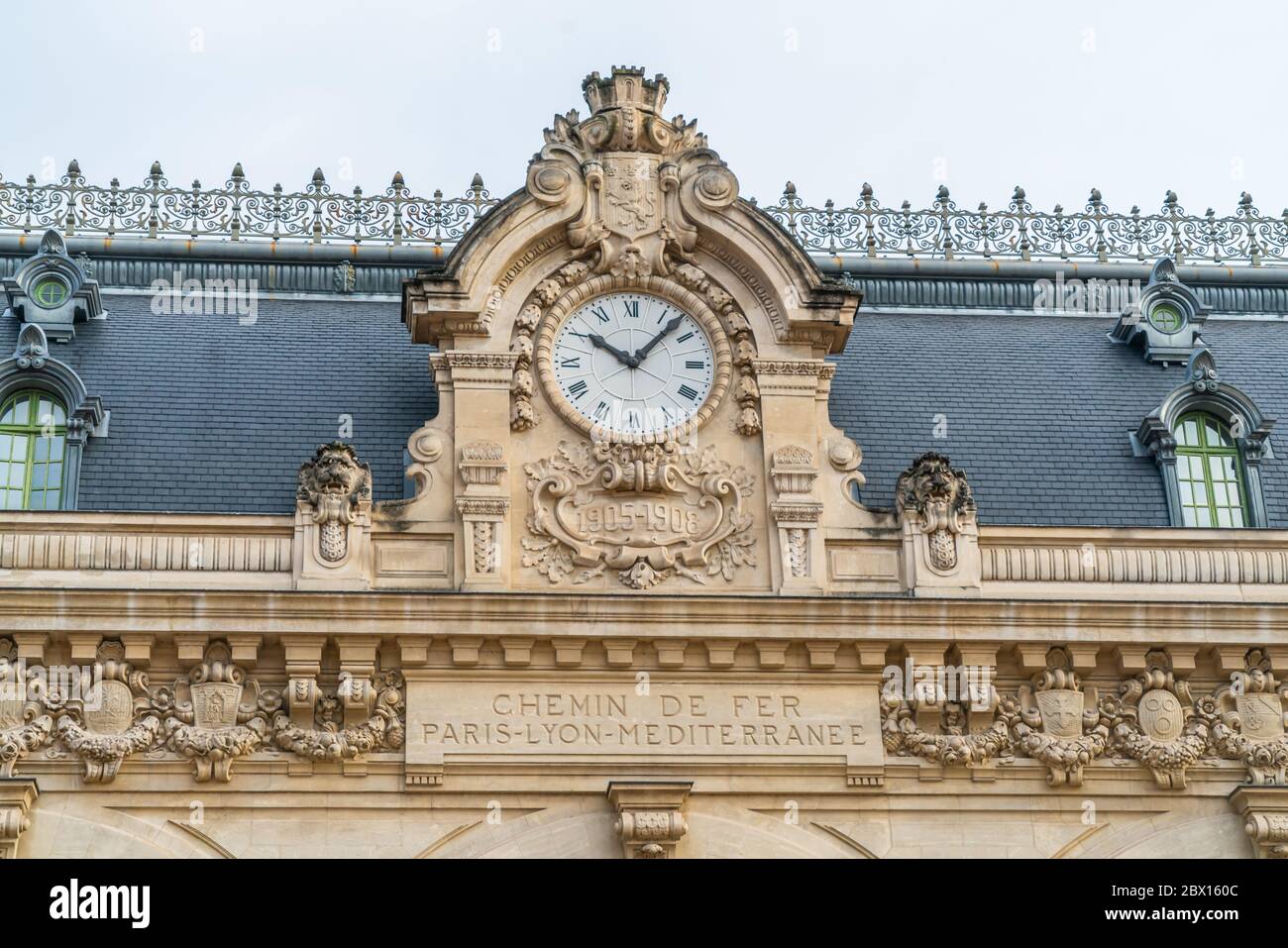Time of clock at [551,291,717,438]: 10:07
